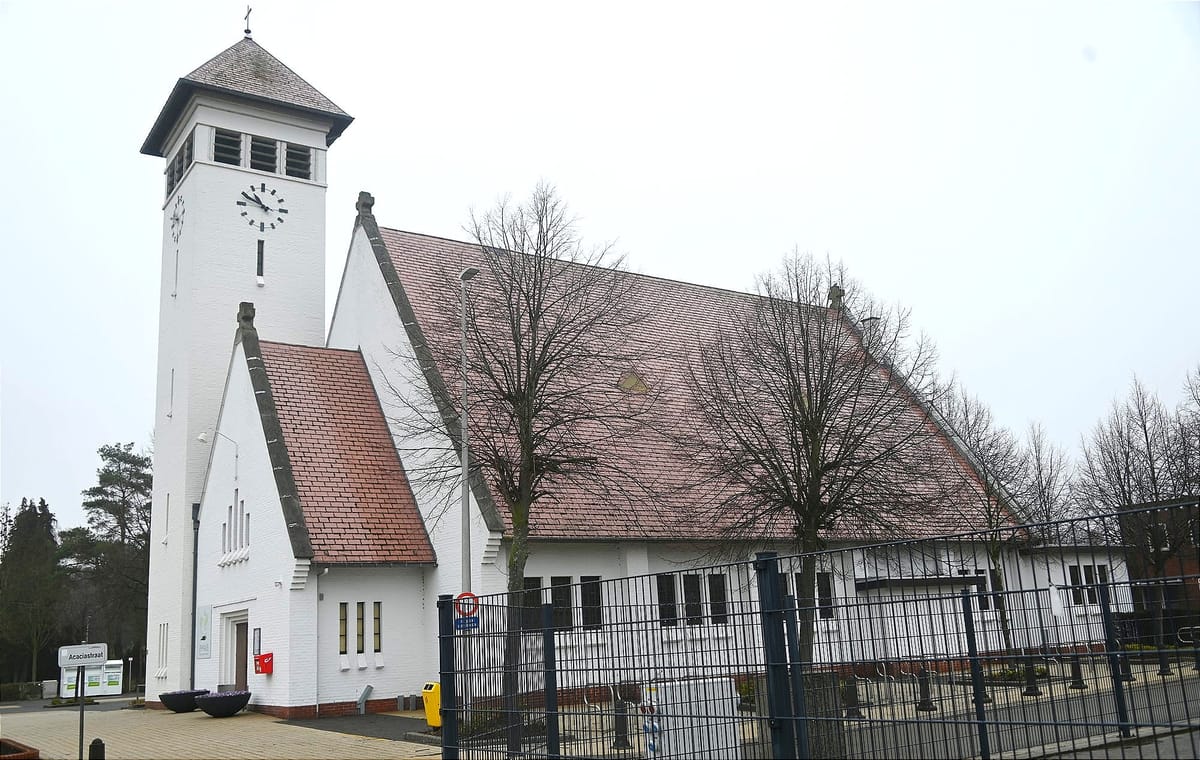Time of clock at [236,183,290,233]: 10:49
